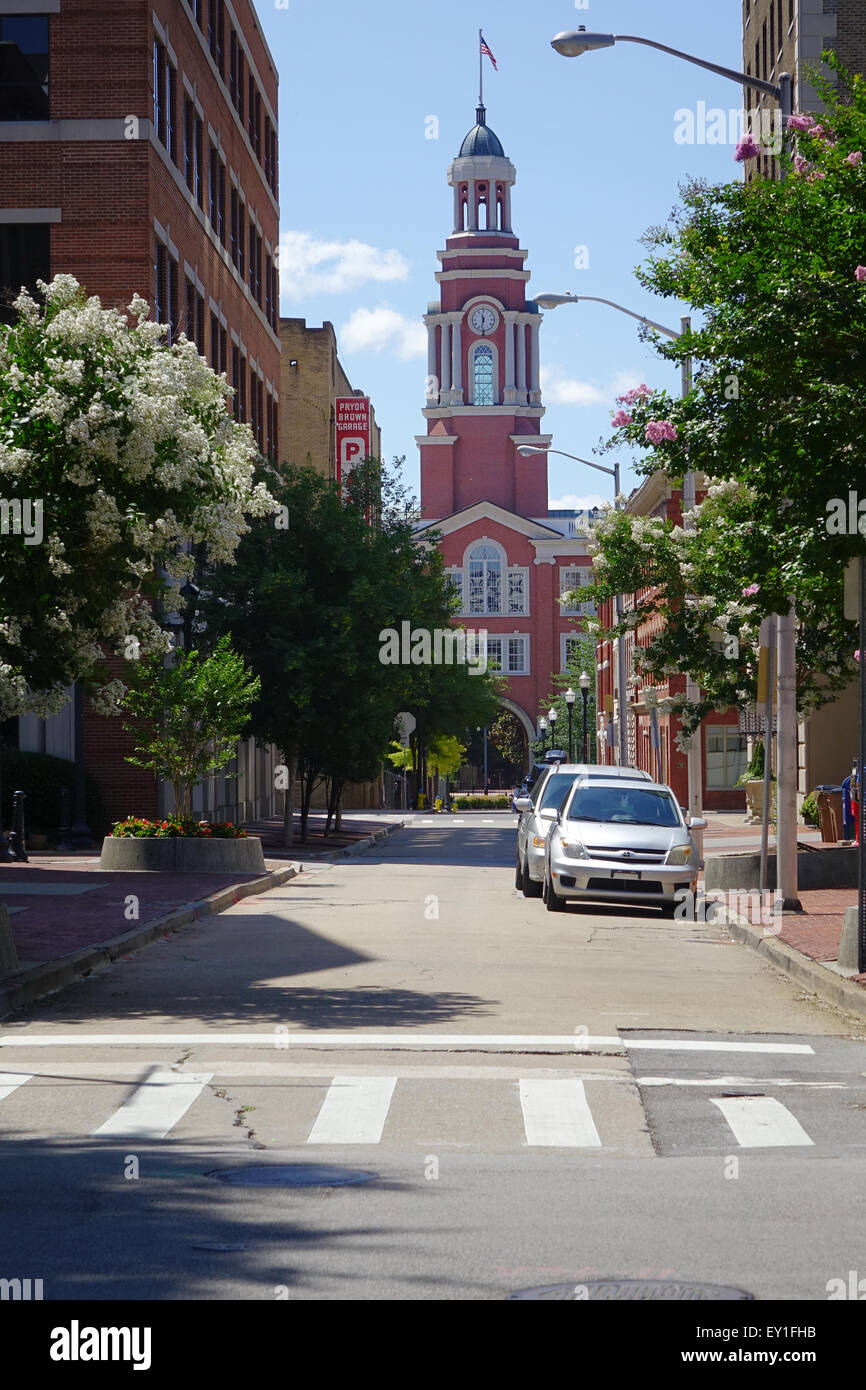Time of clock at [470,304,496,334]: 11:32
